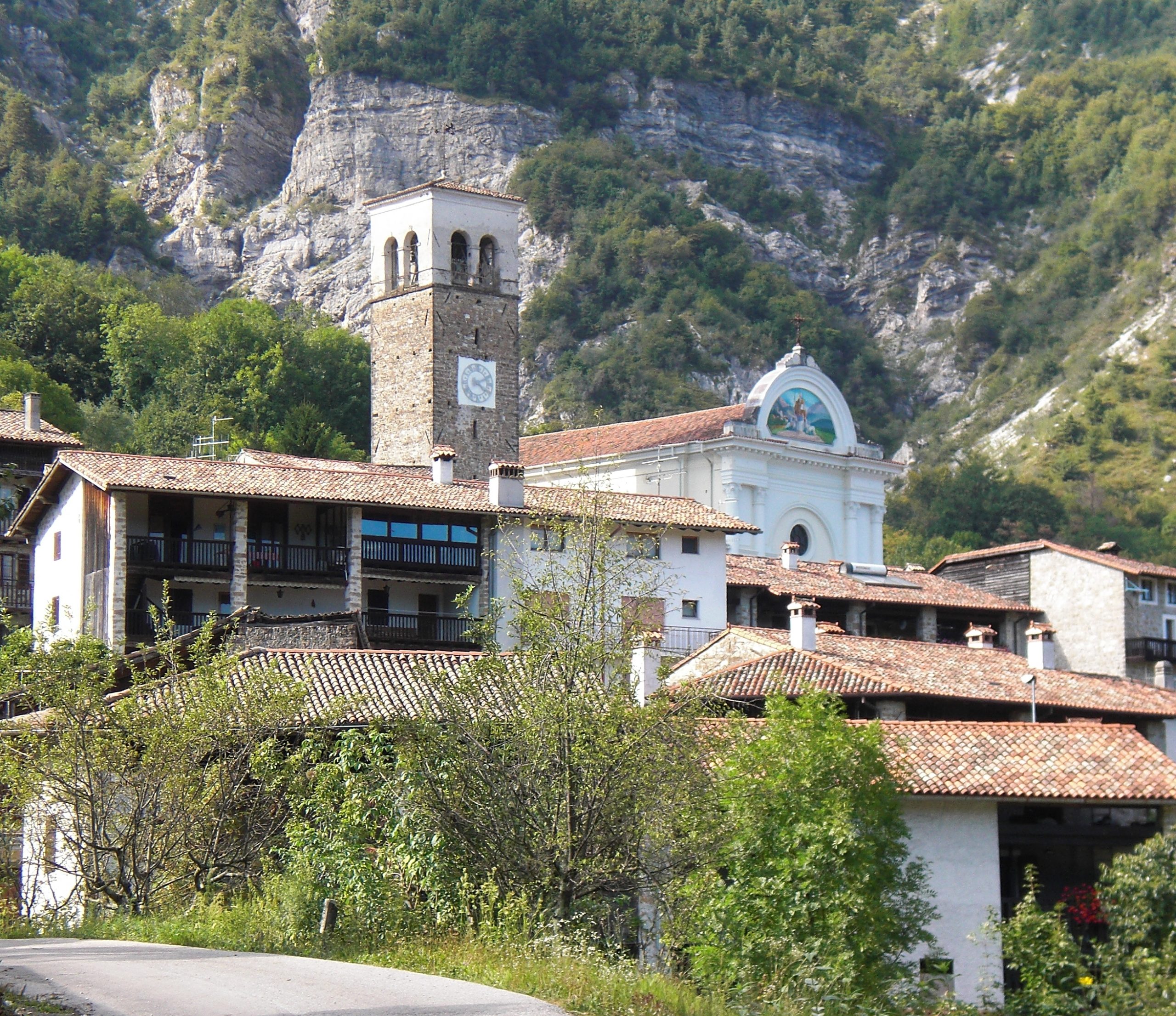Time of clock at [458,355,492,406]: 4:10
